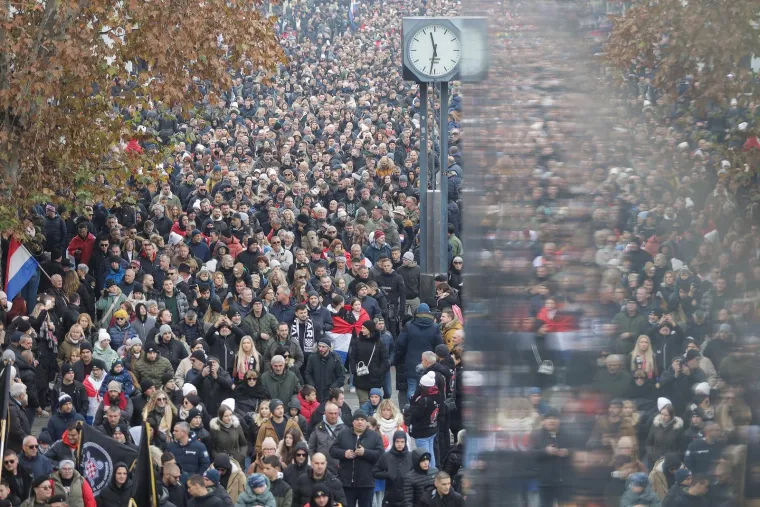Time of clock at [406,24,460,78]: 11:31
